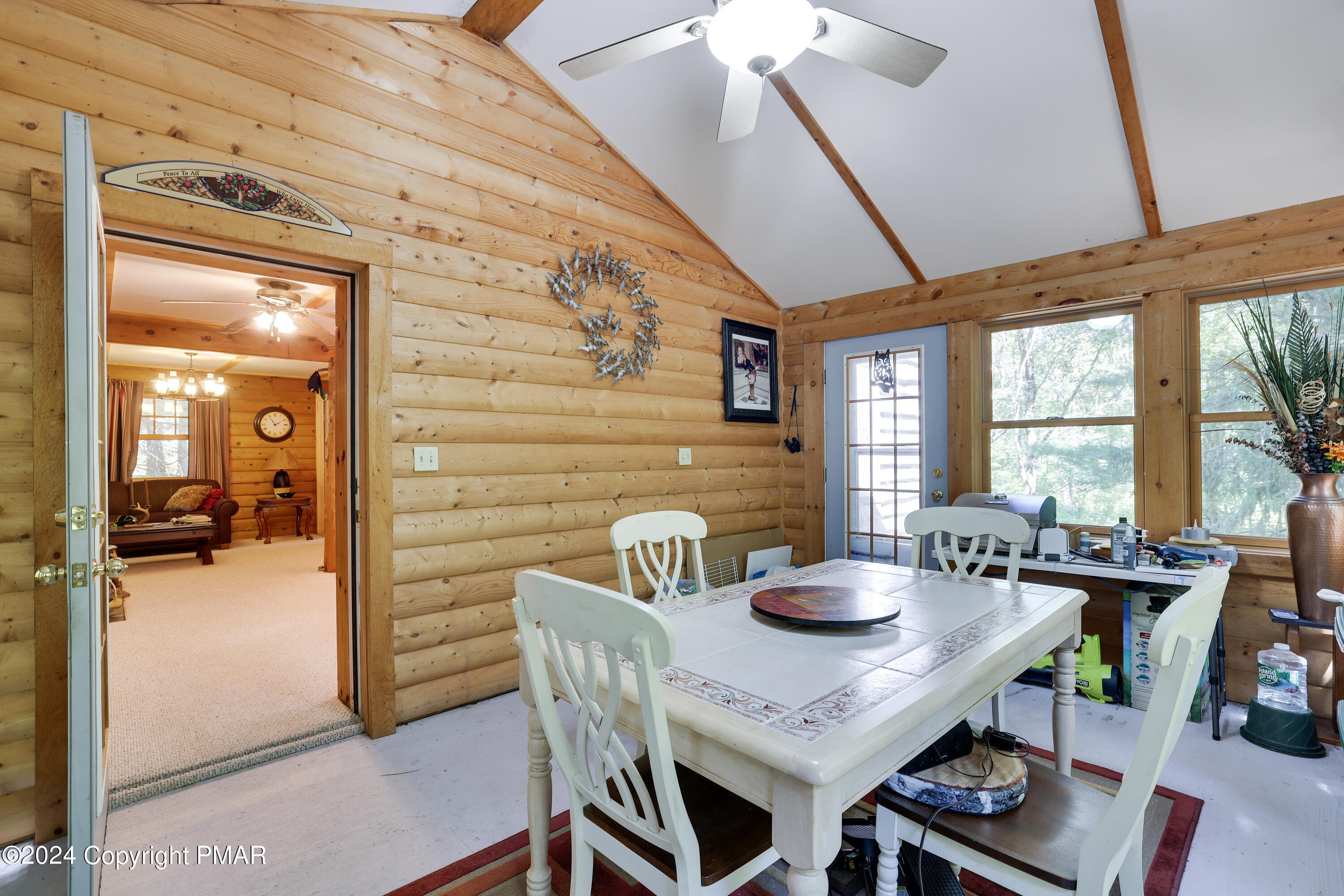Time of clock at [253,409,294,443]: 1:54
